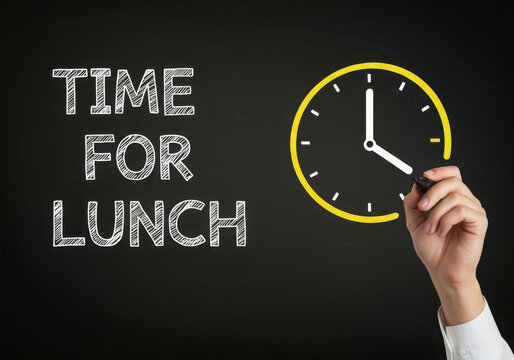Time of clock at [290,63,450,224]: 4:00
